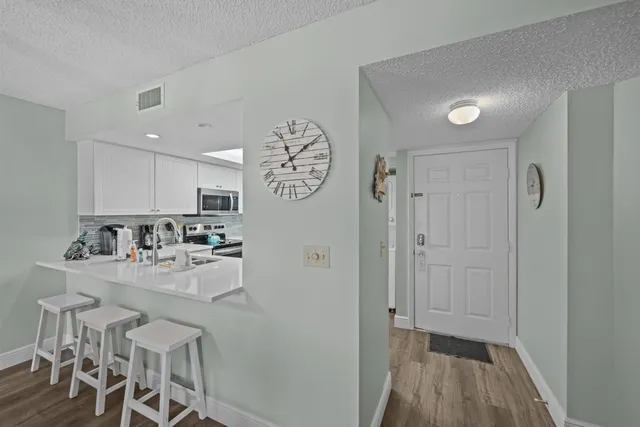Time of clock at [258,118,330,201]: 11:09
